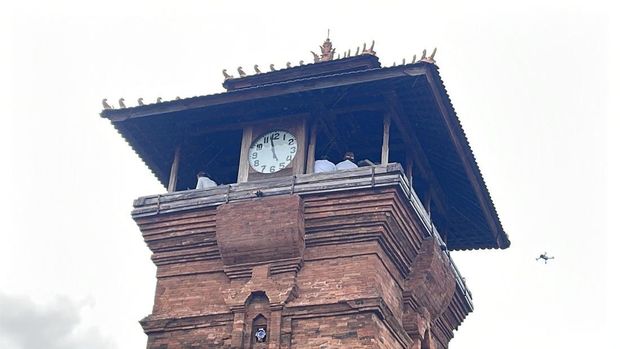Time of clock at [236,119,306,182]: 4:57
